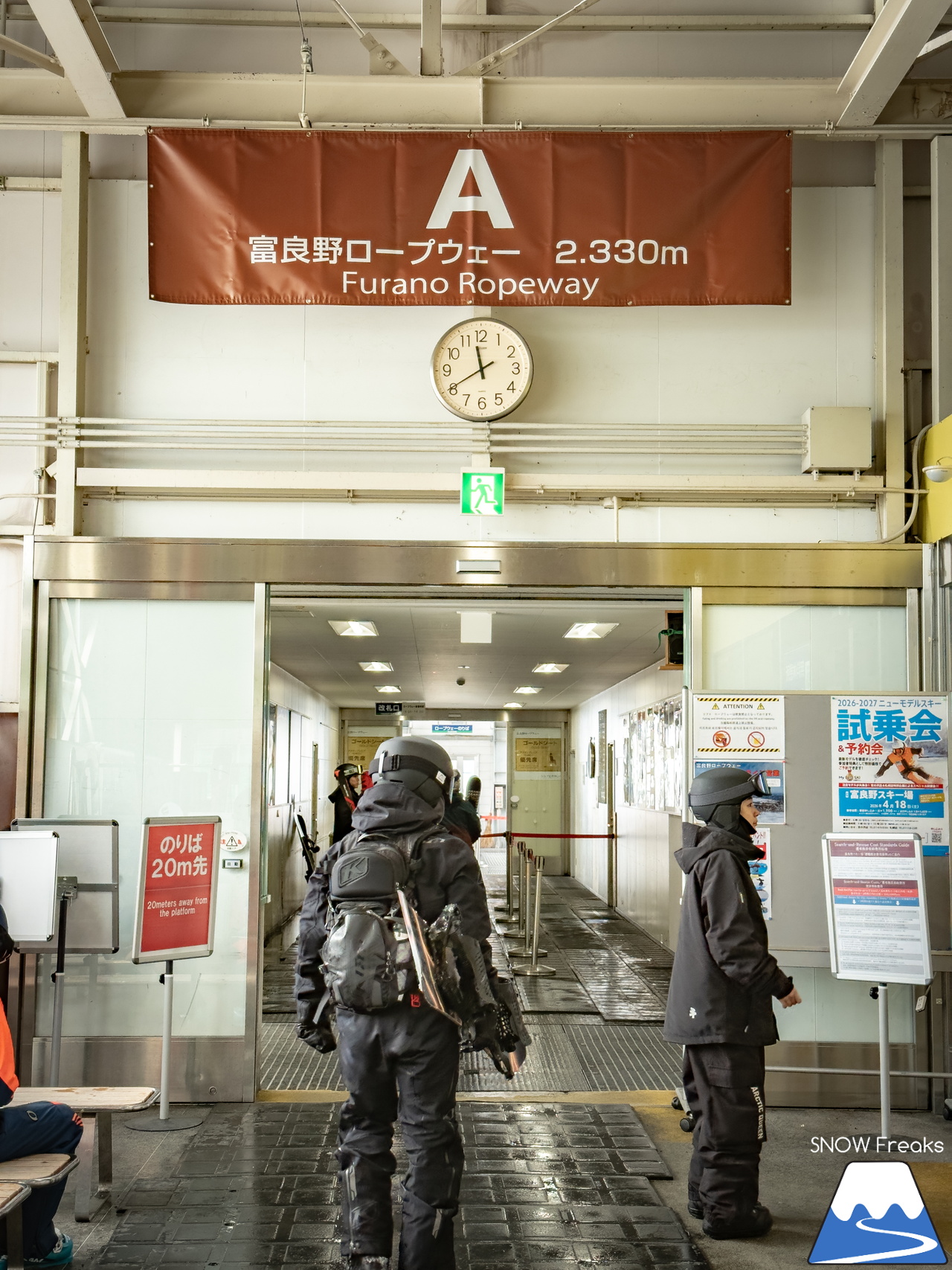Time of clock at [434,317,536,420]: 11:40
